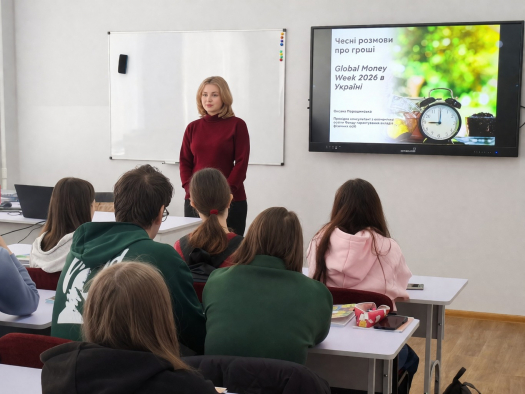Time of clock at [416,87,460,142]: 9:00
